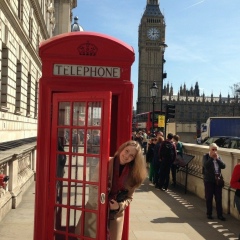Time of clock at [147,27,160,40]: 12:13
